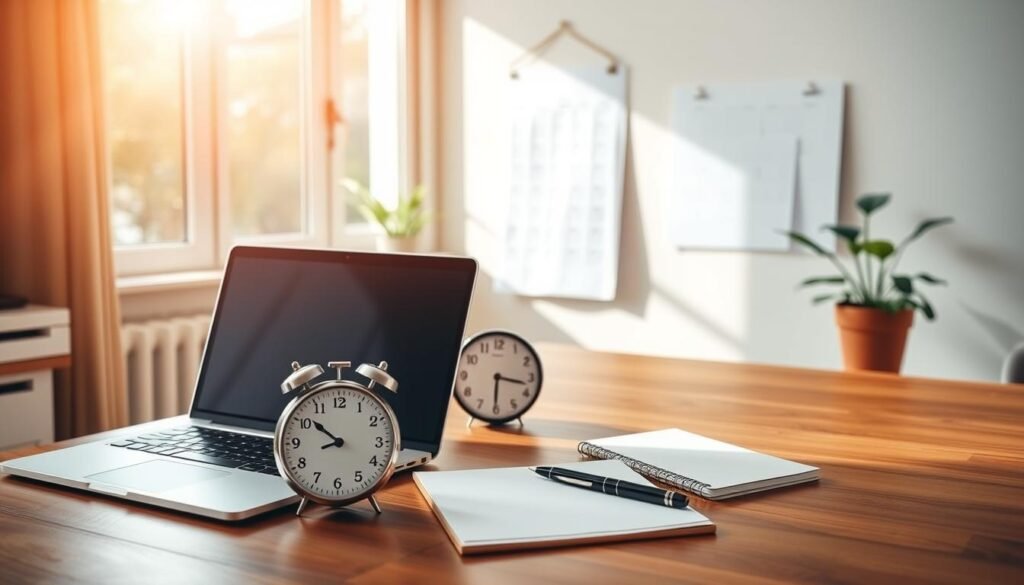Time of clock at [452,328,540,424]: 3:30
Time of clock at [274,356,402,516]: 8:51
